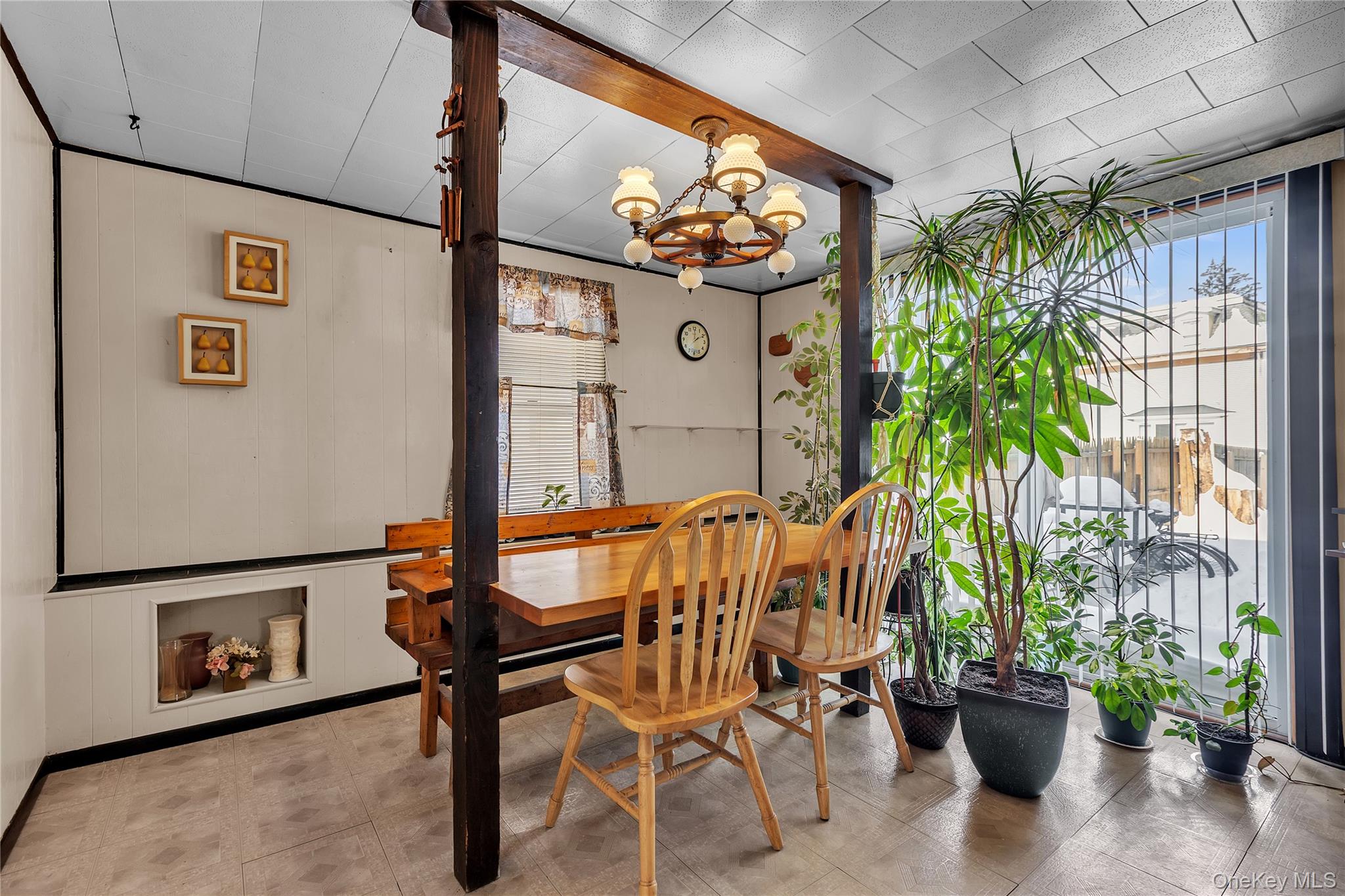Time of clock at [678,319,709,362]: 2:00
